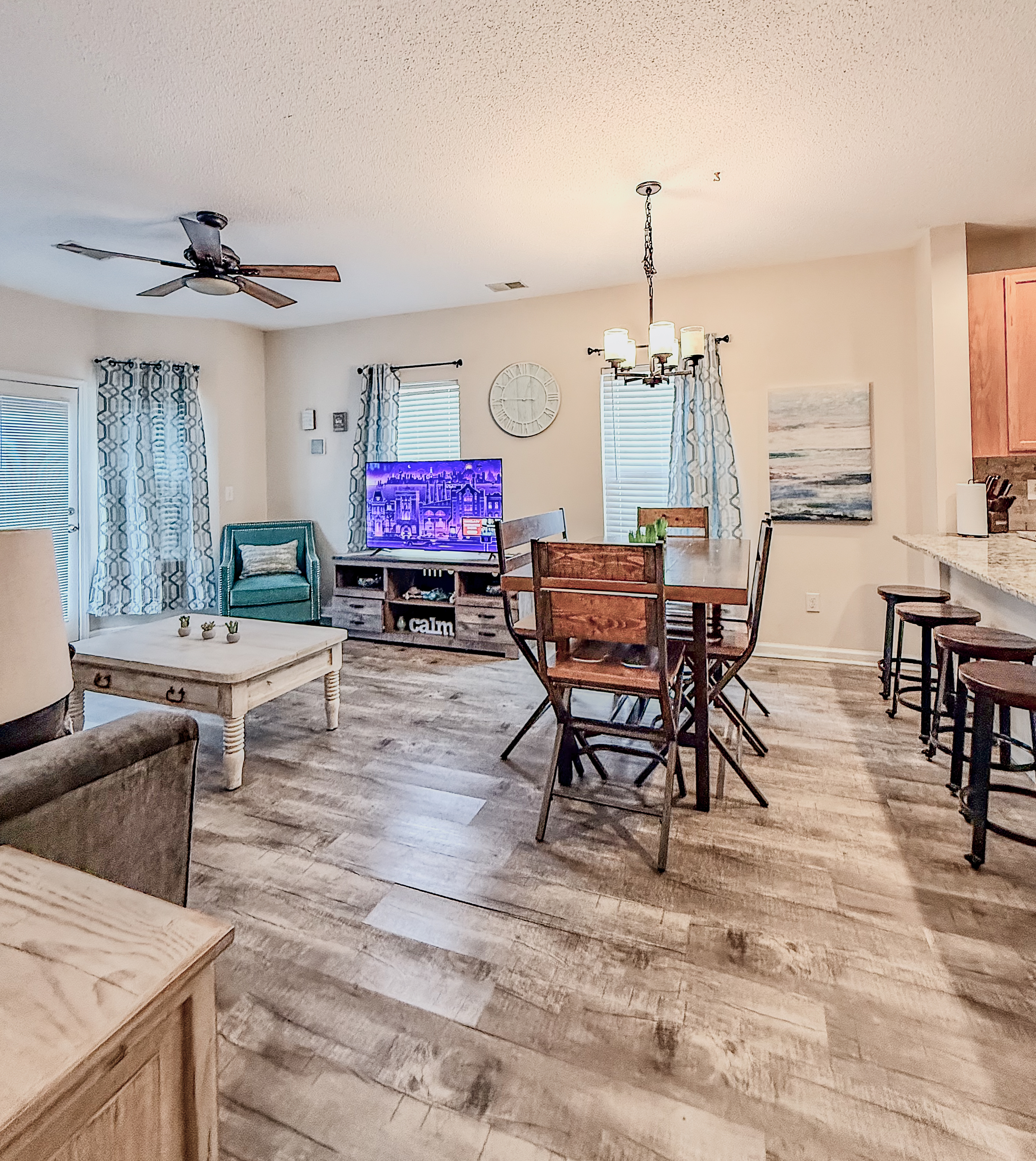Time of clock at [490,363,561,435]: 12:45
